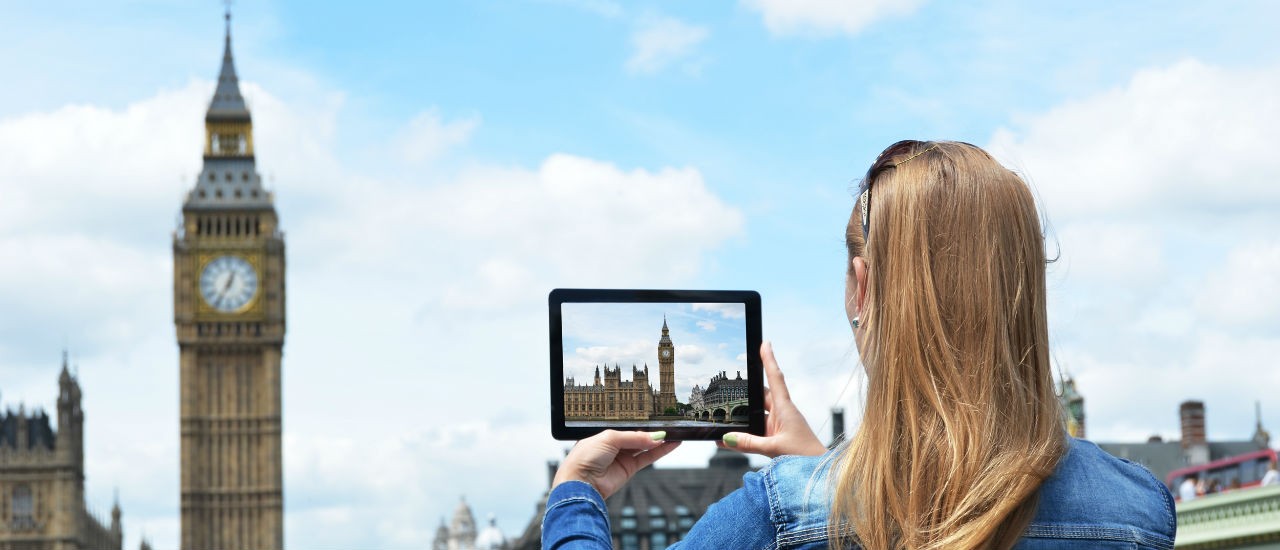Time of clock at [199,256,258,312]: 12:35
